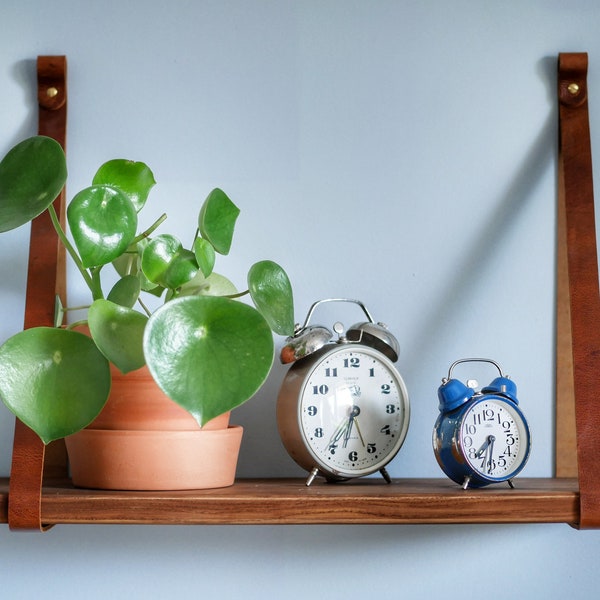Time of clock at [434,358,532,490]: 7:31
